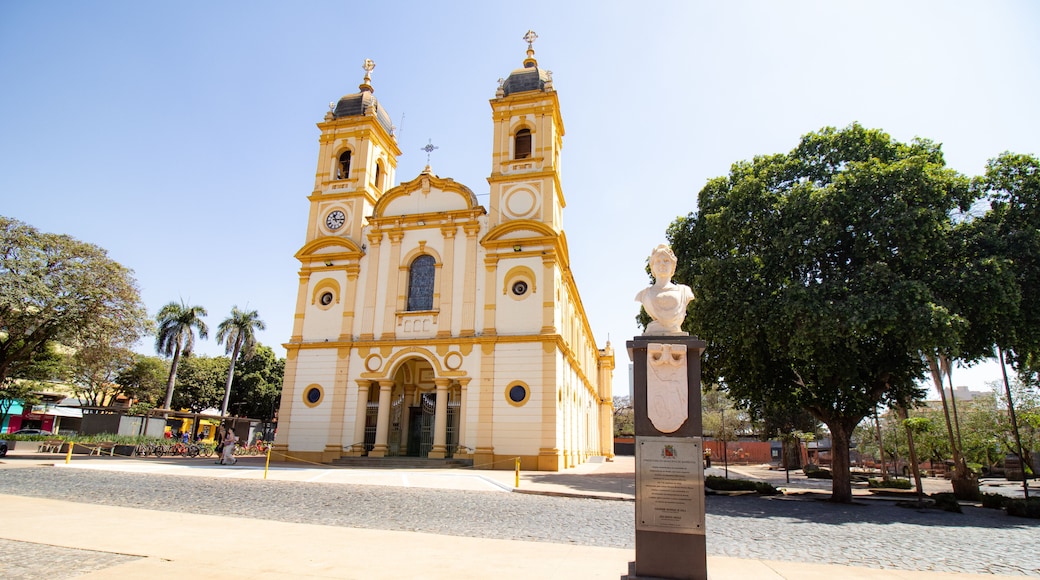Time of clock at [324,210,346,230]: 11:14
